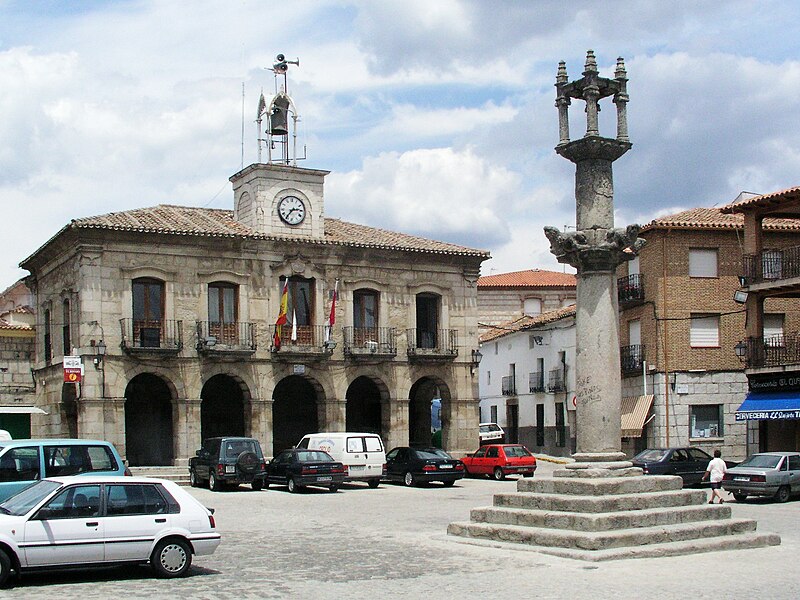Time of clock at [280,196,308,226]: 2:36
